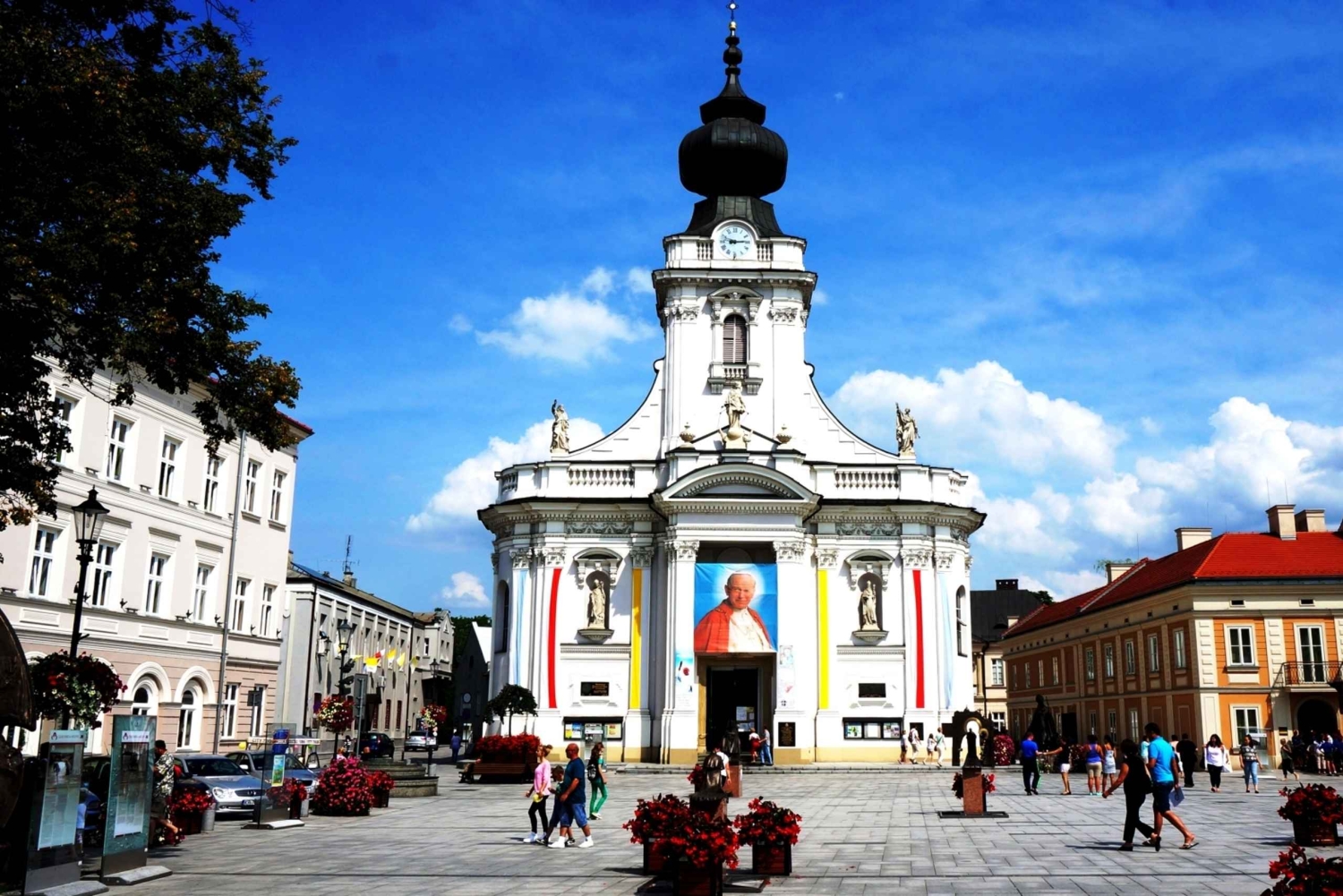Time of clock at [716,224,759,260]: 9:14
